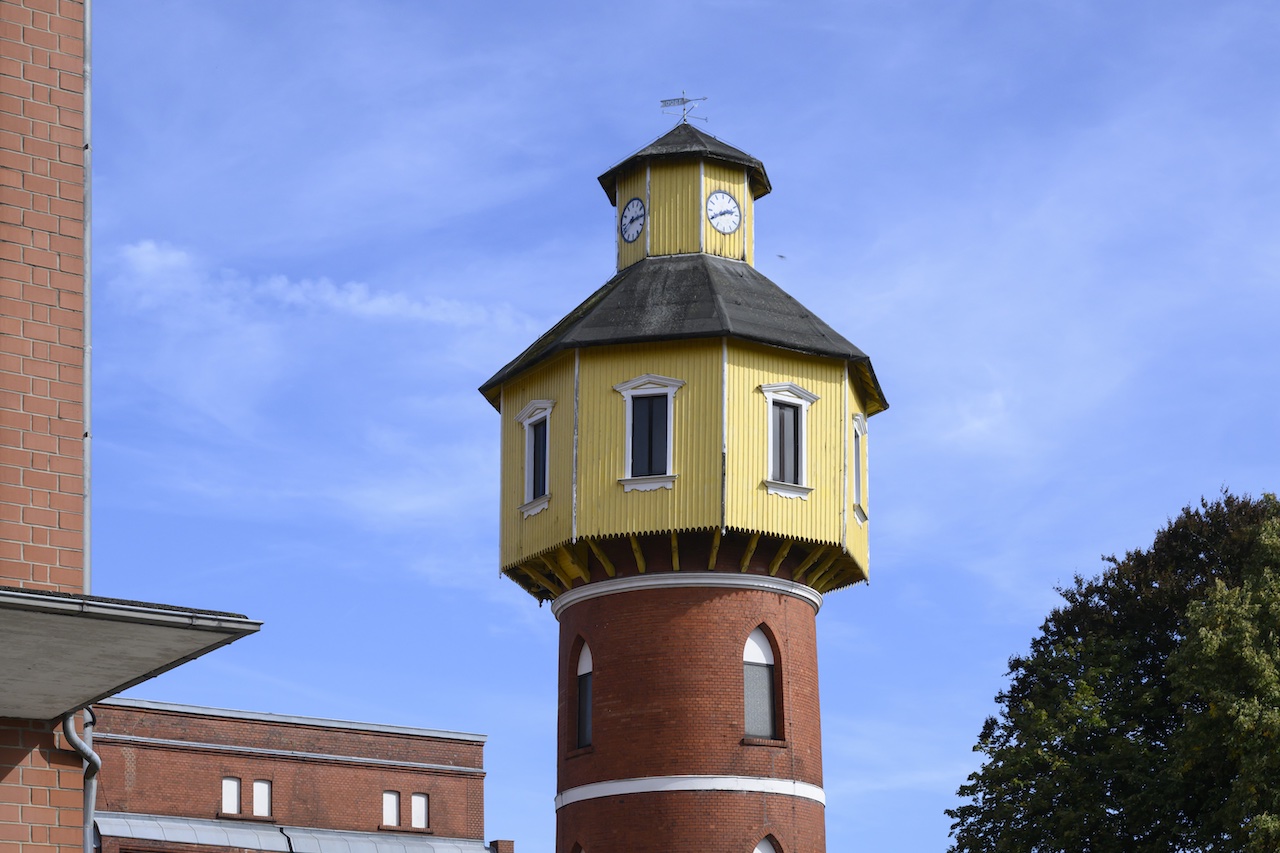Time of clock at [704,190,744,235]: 2:40
